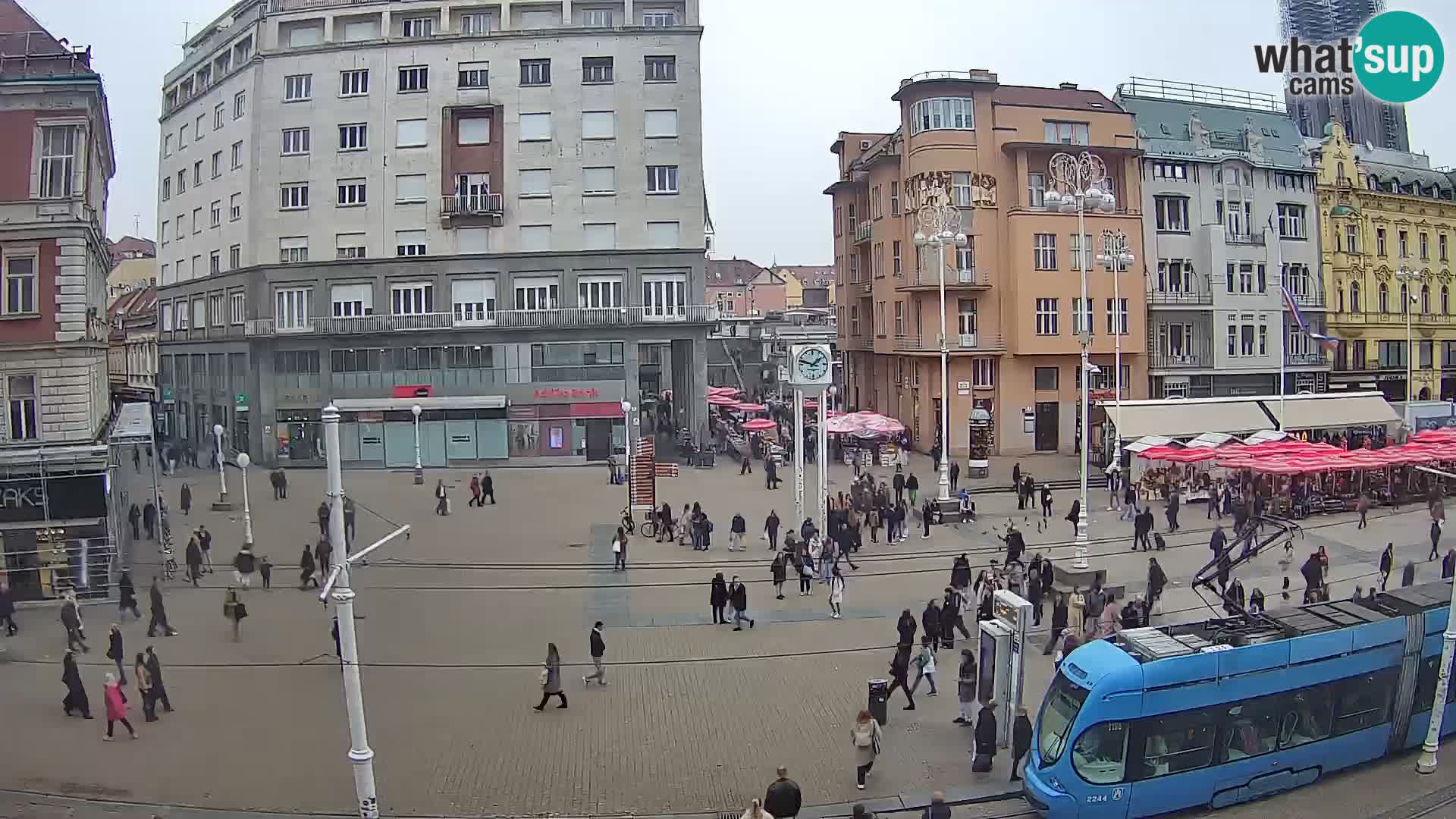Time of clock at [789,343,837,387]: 1:47
